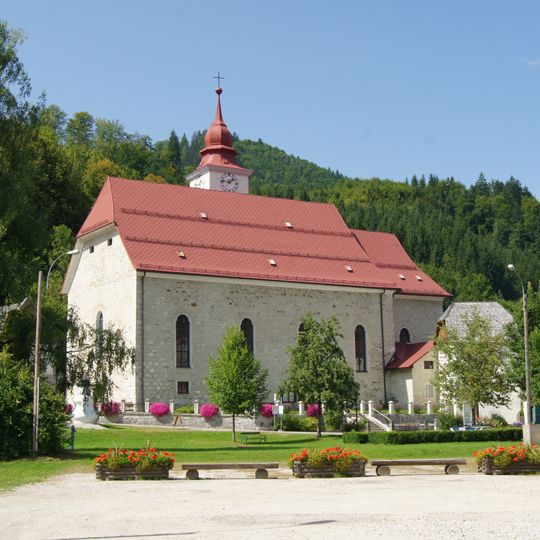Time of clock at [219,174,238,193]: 1:46
